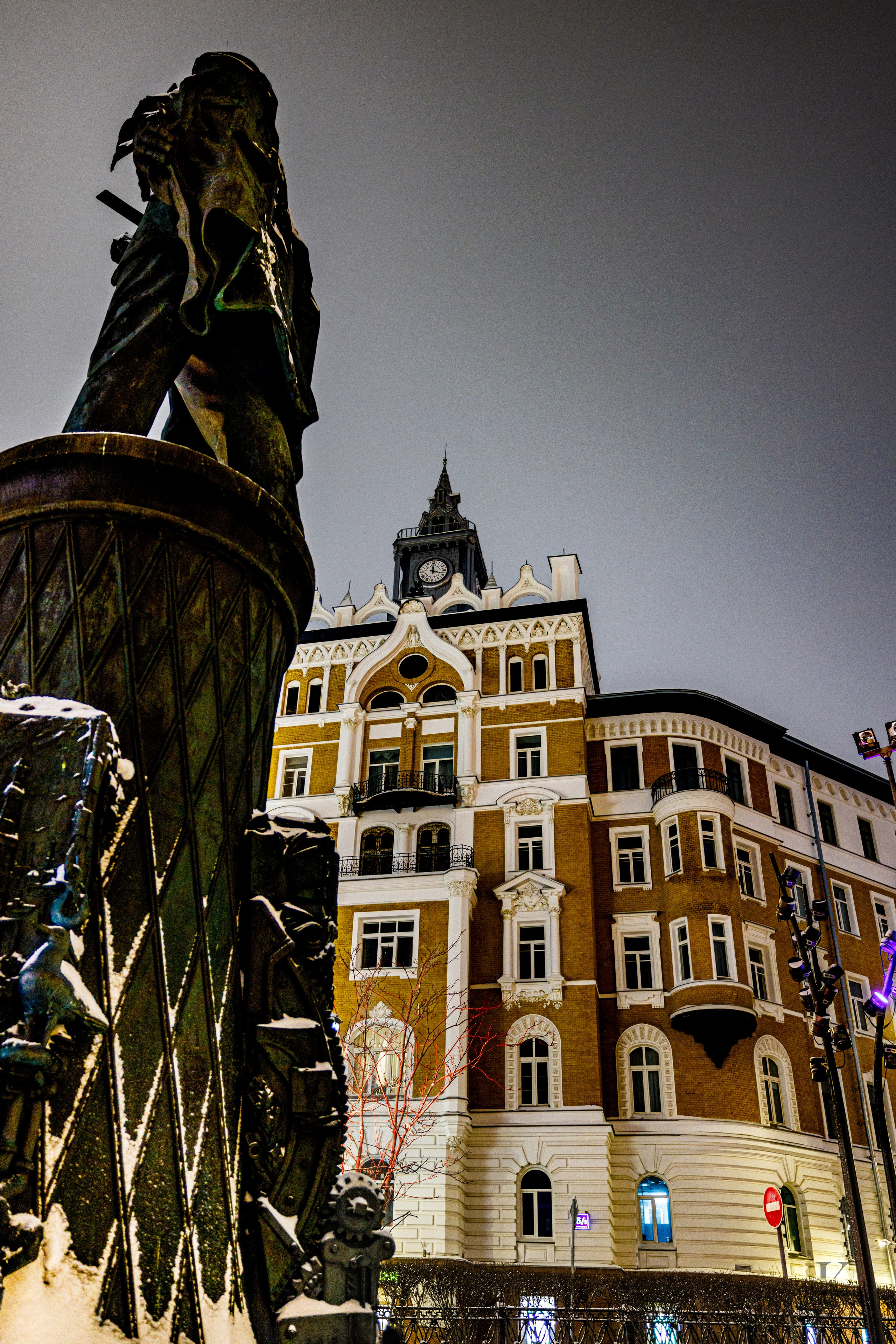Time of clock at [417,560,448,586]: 3:59
